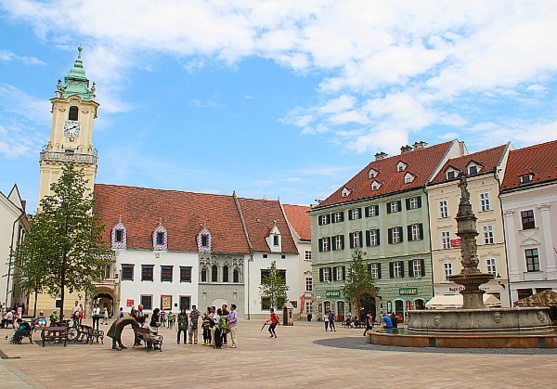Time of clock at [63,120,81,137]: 1:41
